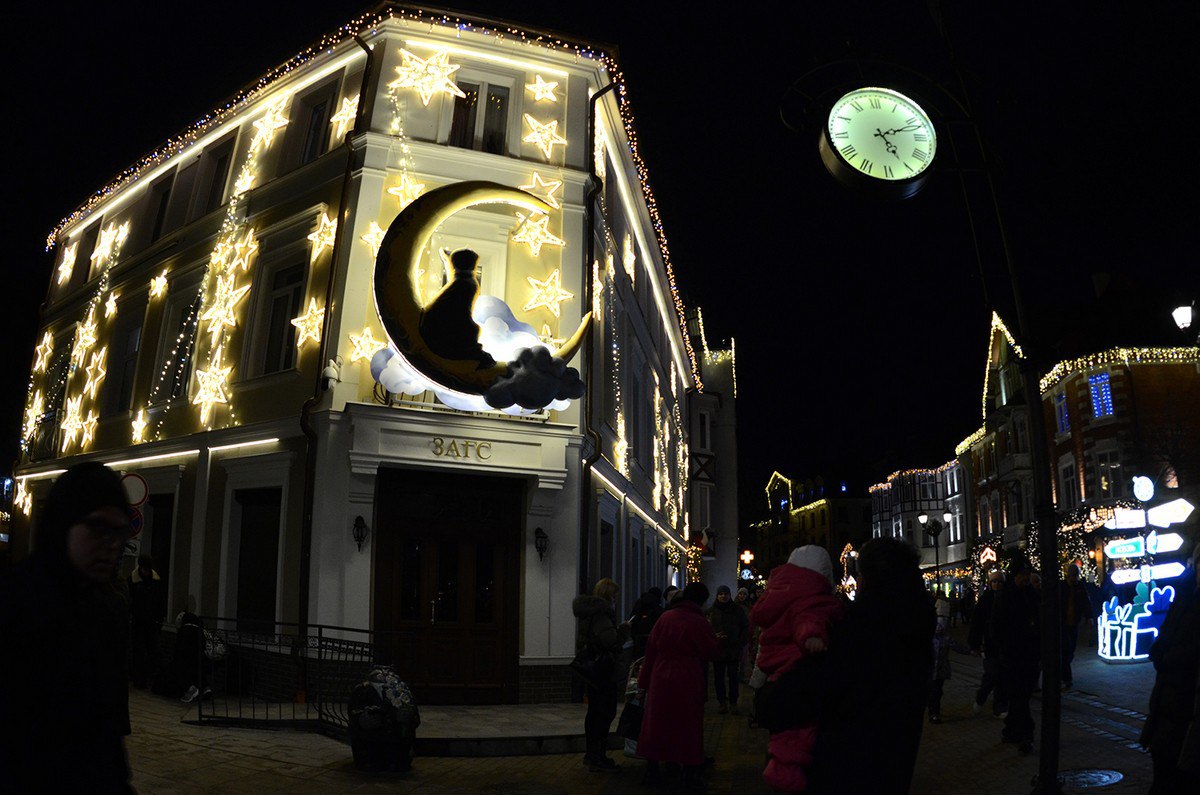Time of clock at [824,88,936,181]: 5:11
